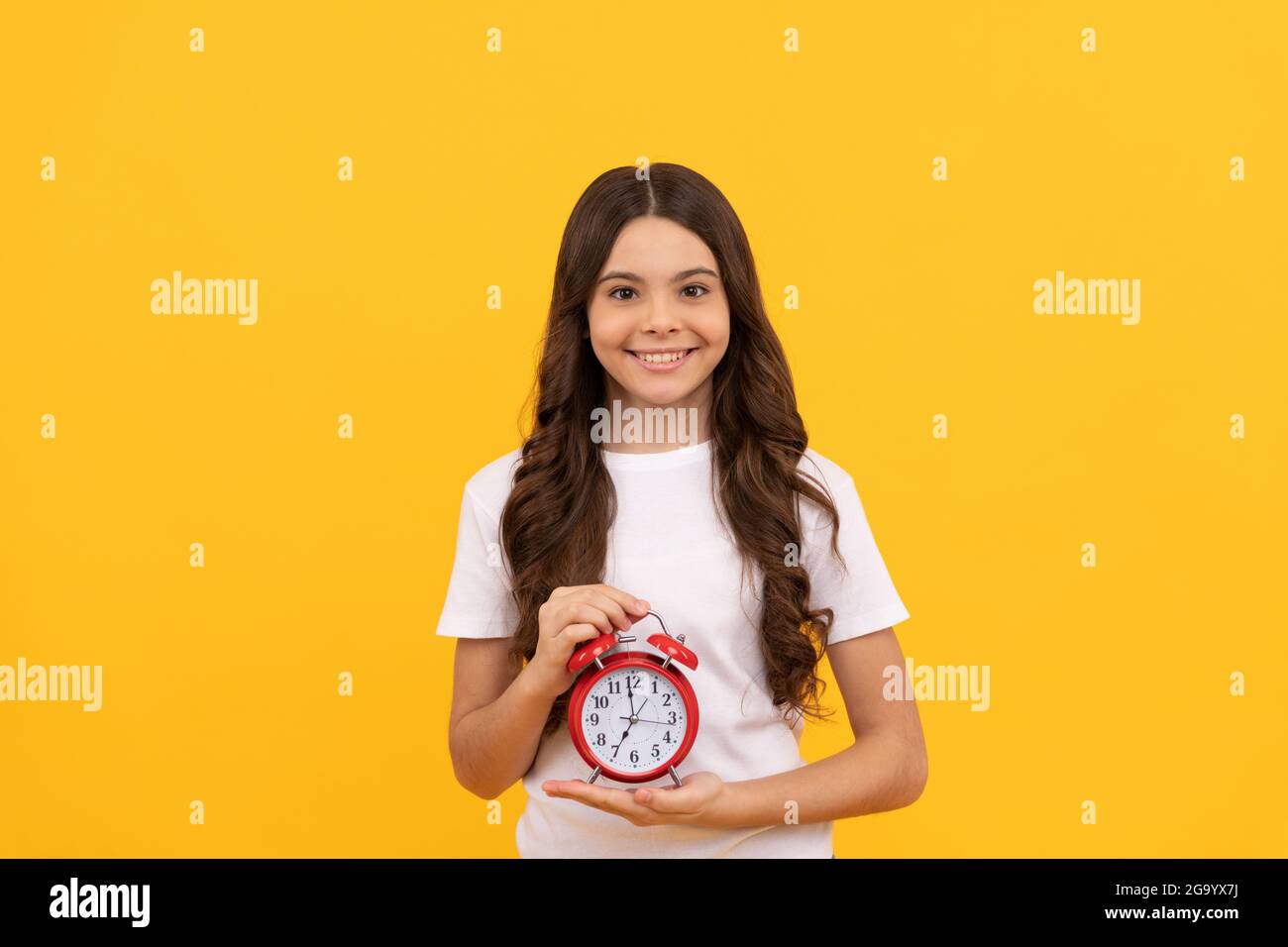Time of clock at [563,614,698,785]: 6:58
